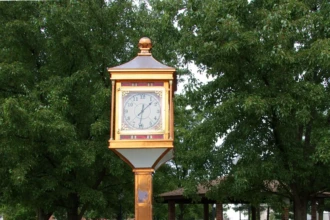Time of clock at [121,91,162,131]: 12:07
